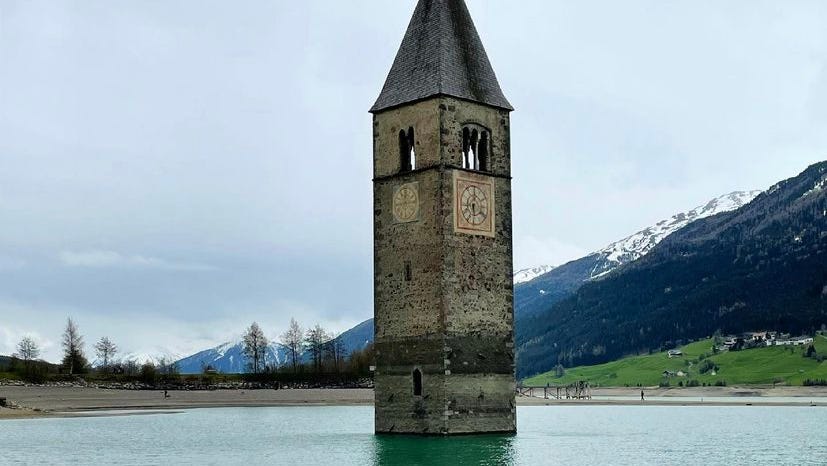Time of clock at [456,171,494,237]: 5:59
